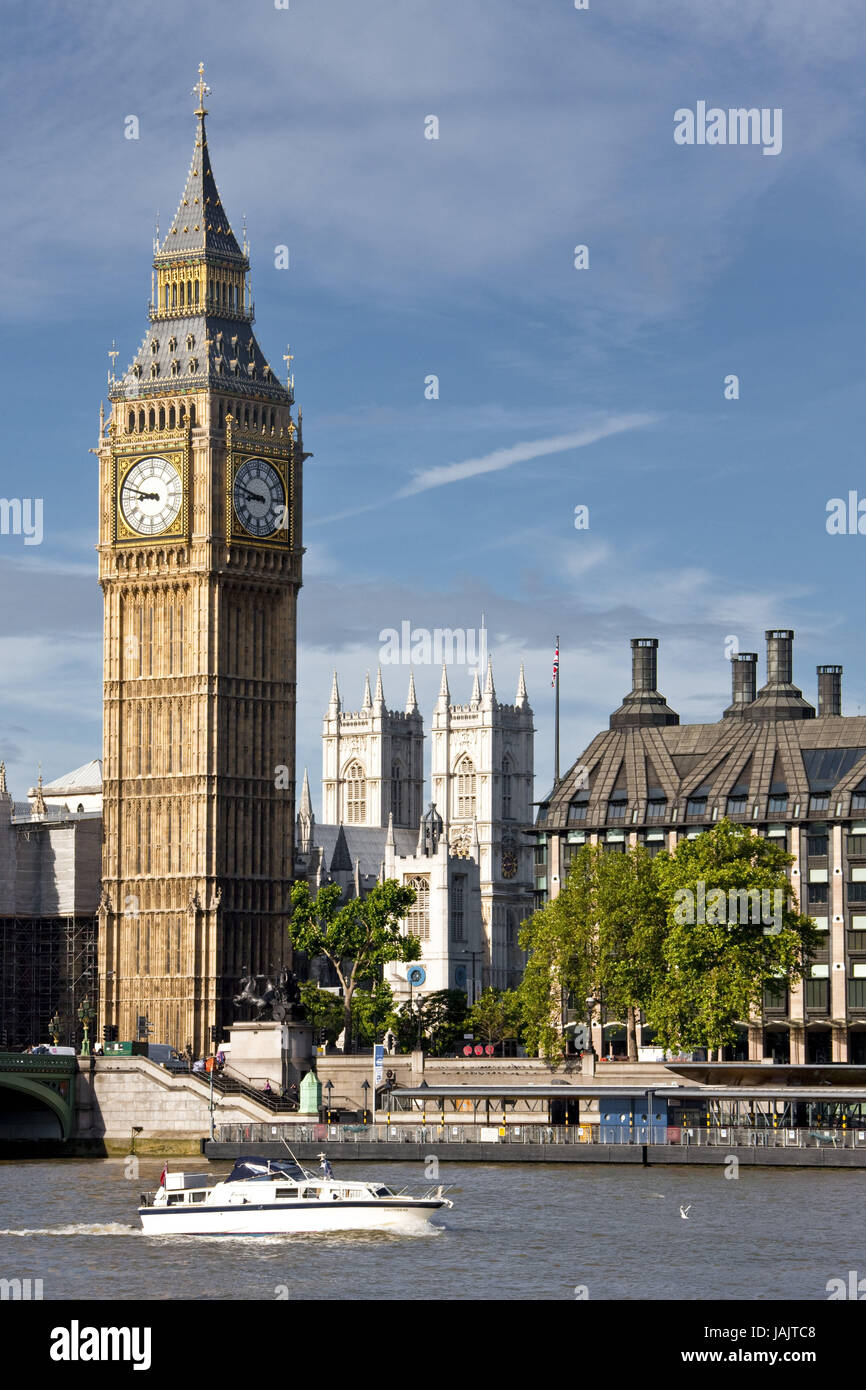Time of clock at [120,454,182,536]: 8:47
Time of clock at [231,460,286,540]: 8:47
